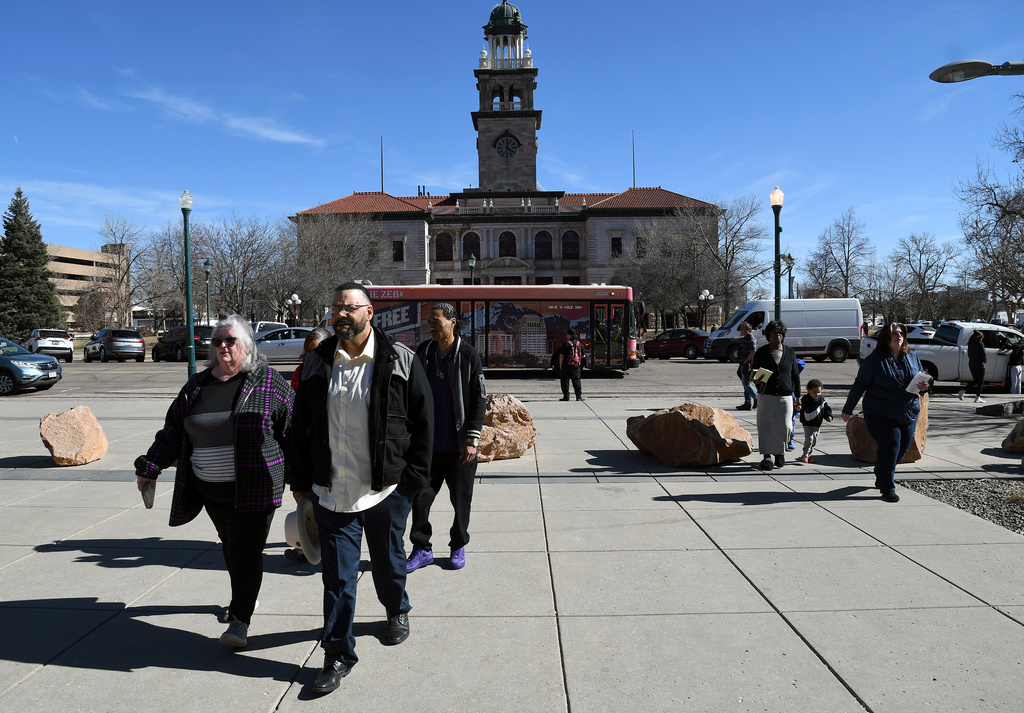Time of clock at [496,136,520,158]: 12:20
